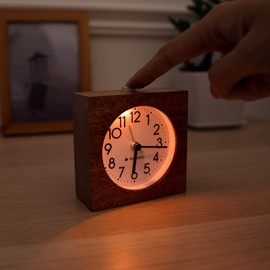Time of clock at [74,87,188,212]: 6:16
